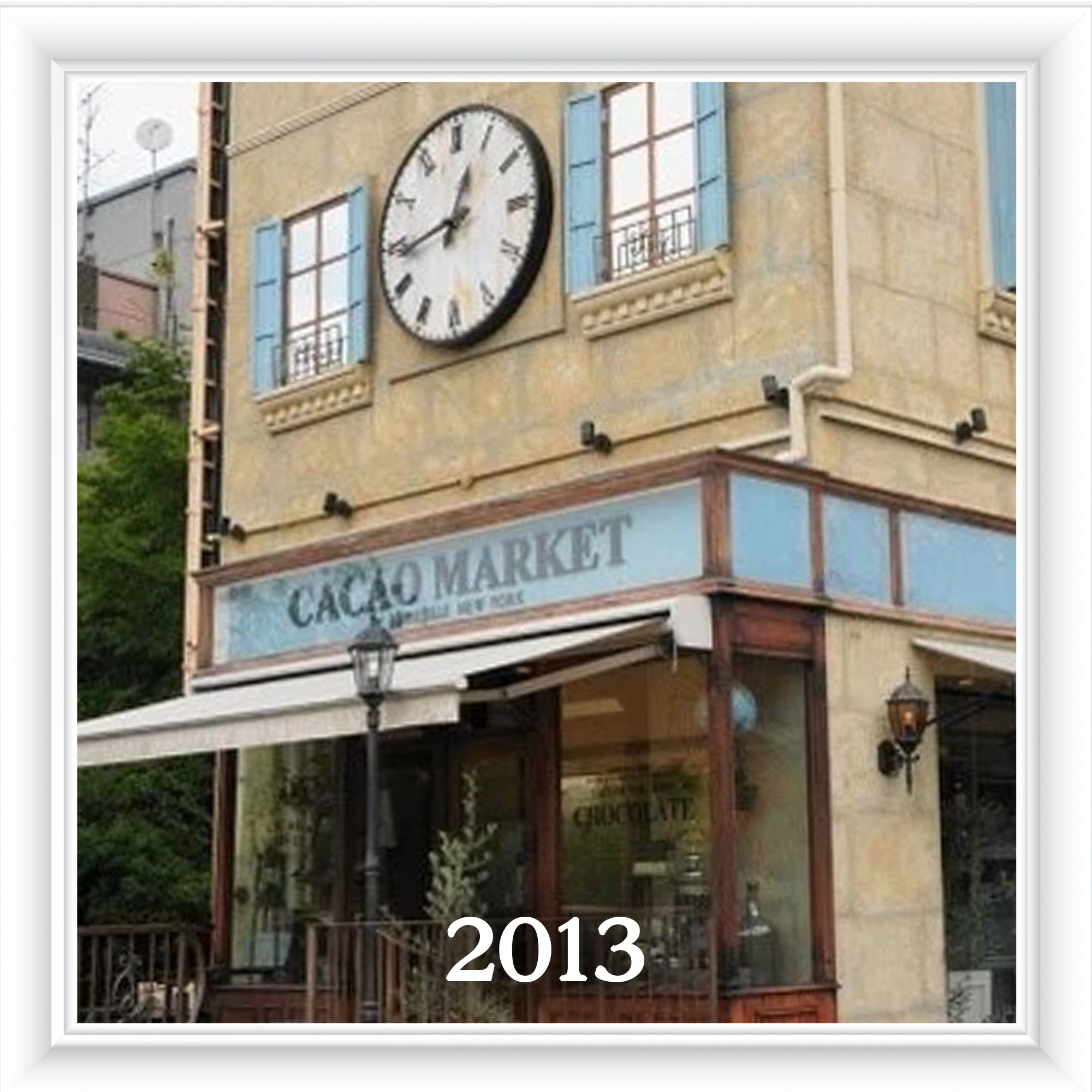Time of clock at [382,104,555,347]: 12:43
